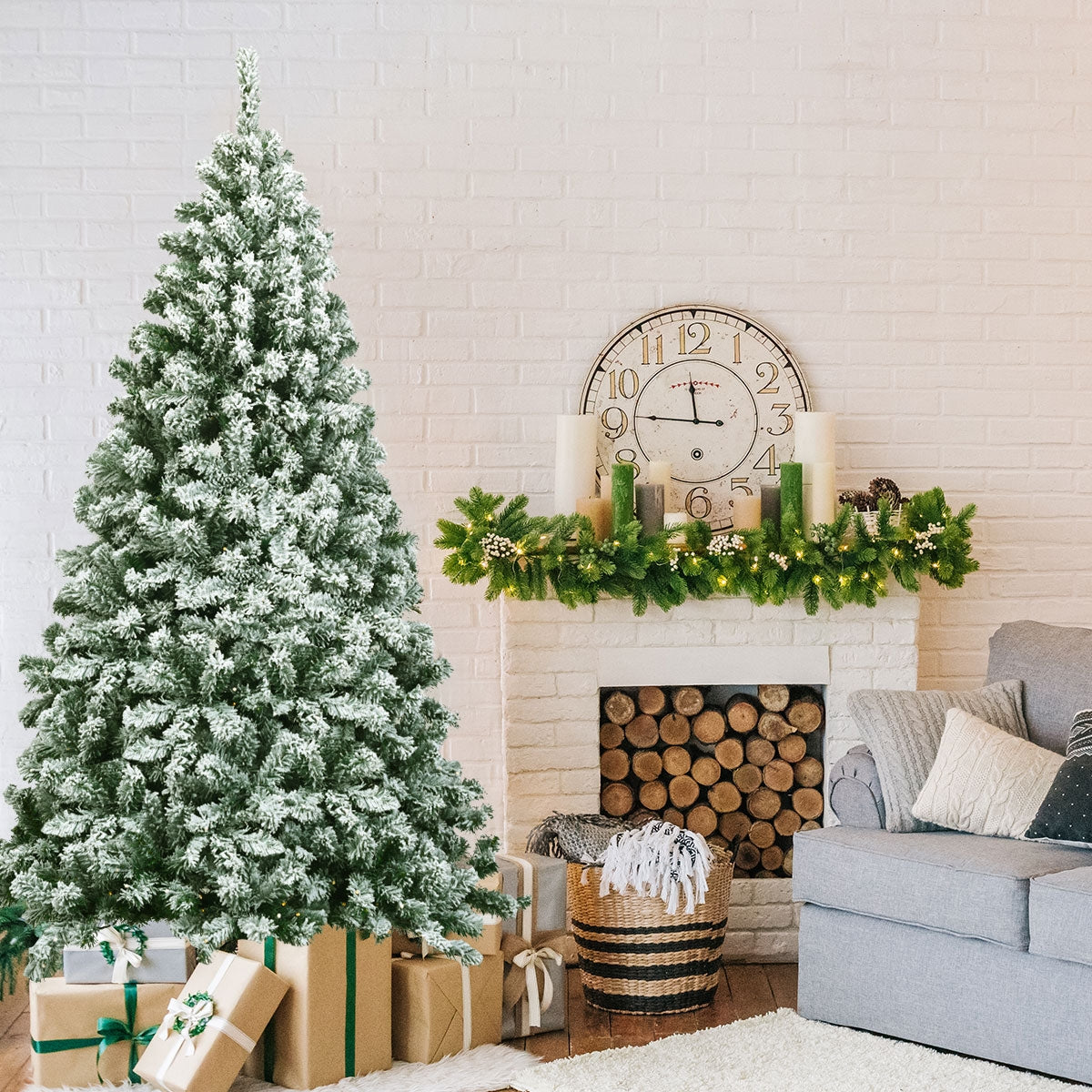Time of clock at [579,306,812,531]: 11:46
